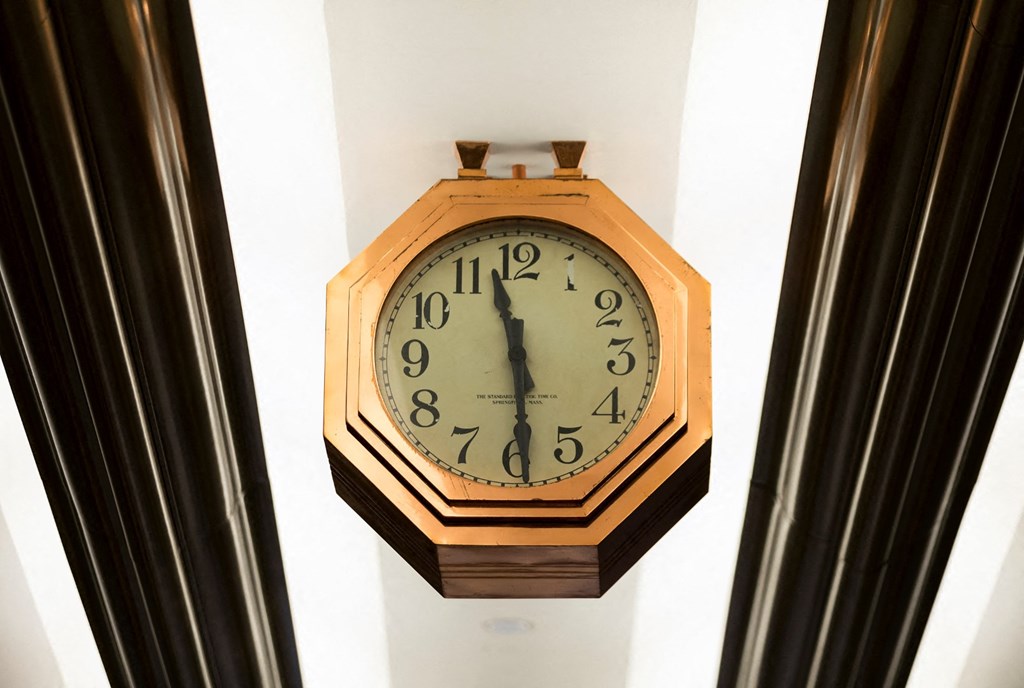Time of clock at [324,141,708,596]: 11:29
